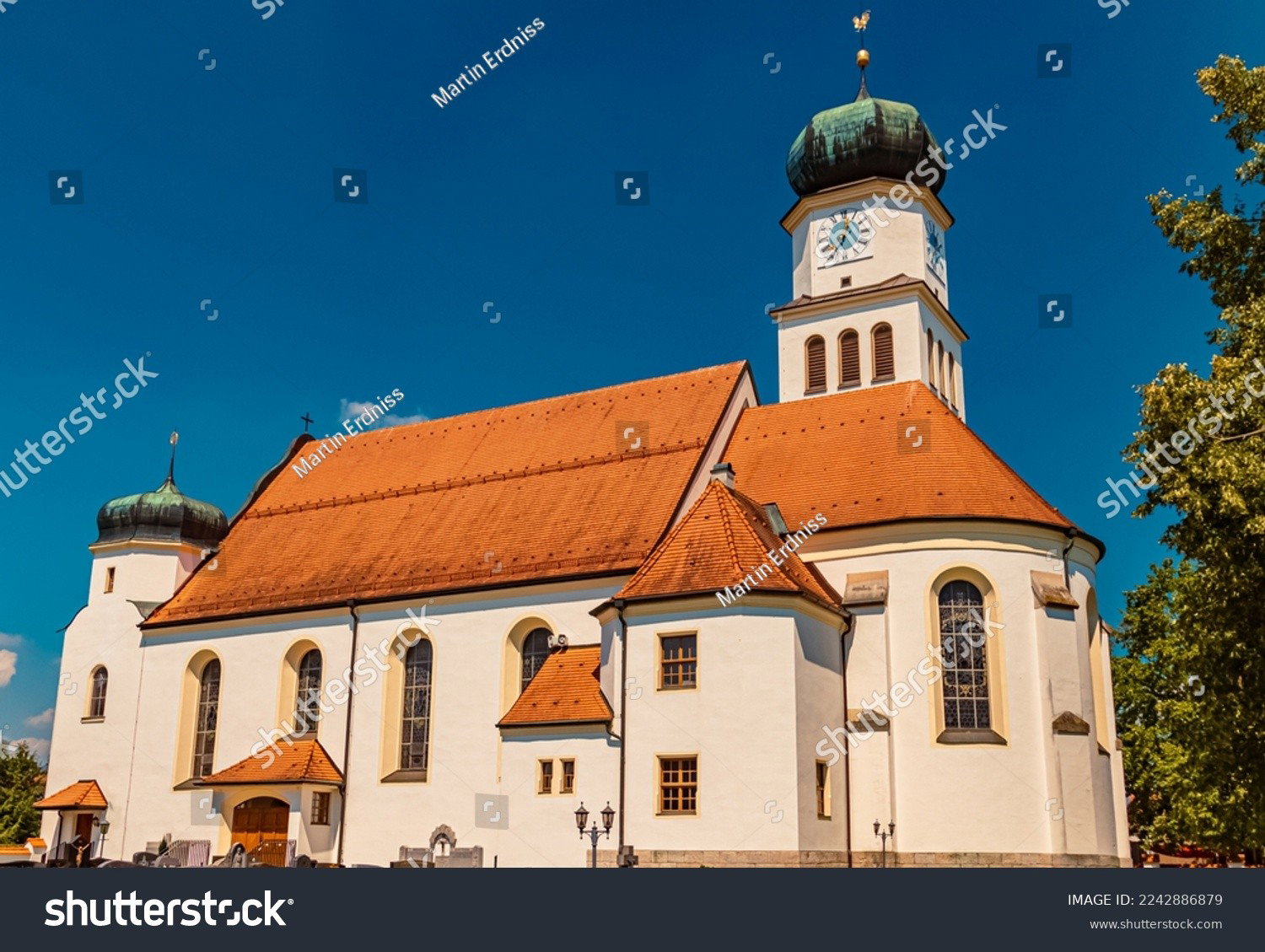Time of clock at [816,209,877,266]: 4:35
